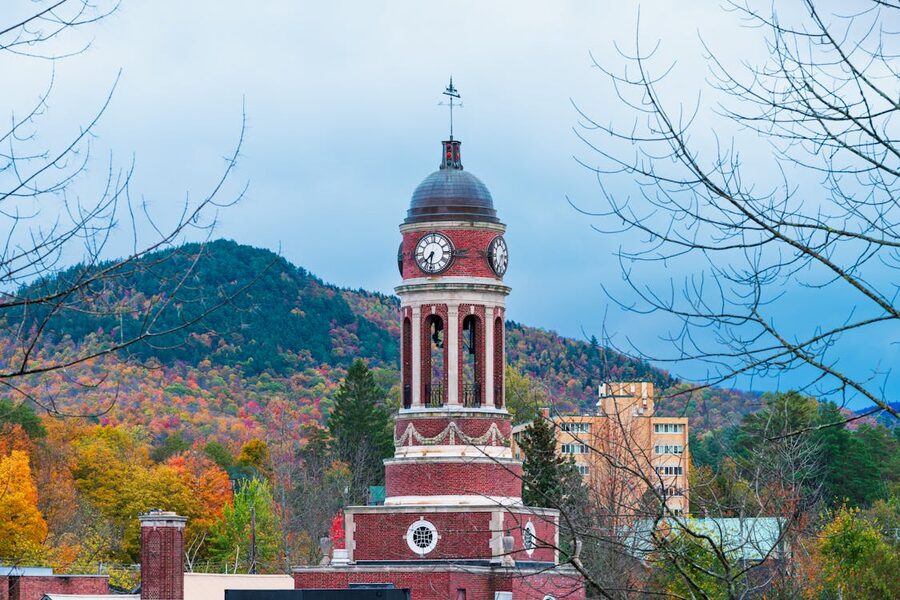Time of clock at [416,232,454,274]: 7:31
